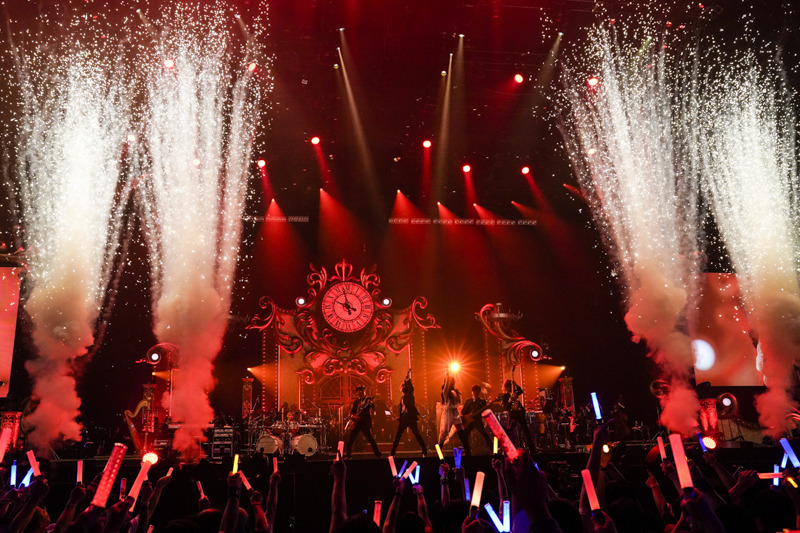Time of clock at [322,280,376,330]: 9:57
